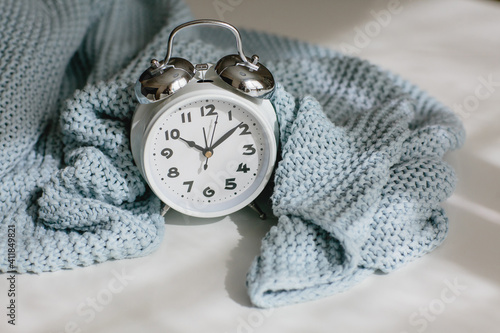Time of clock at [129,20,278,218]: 10:08
